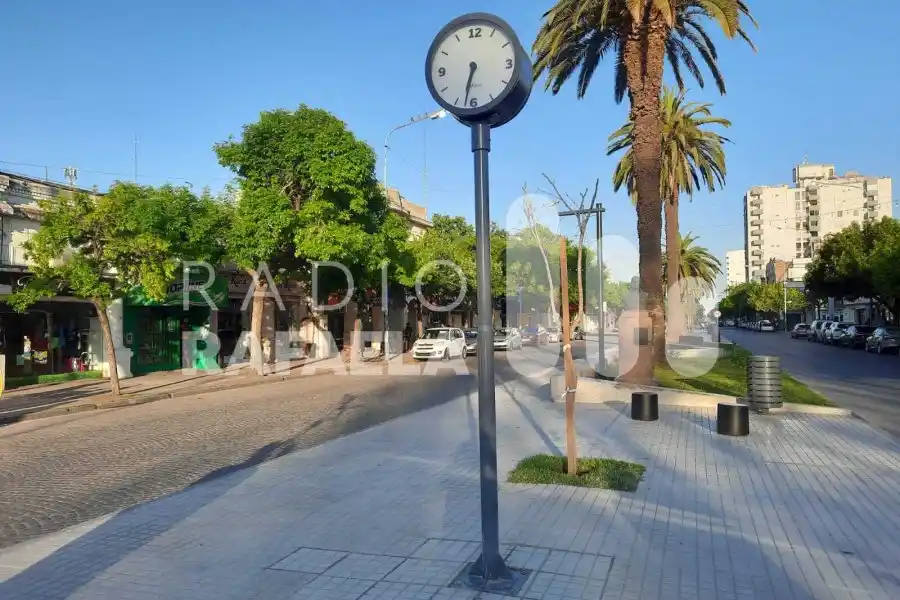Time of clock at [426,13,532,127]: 6:32
